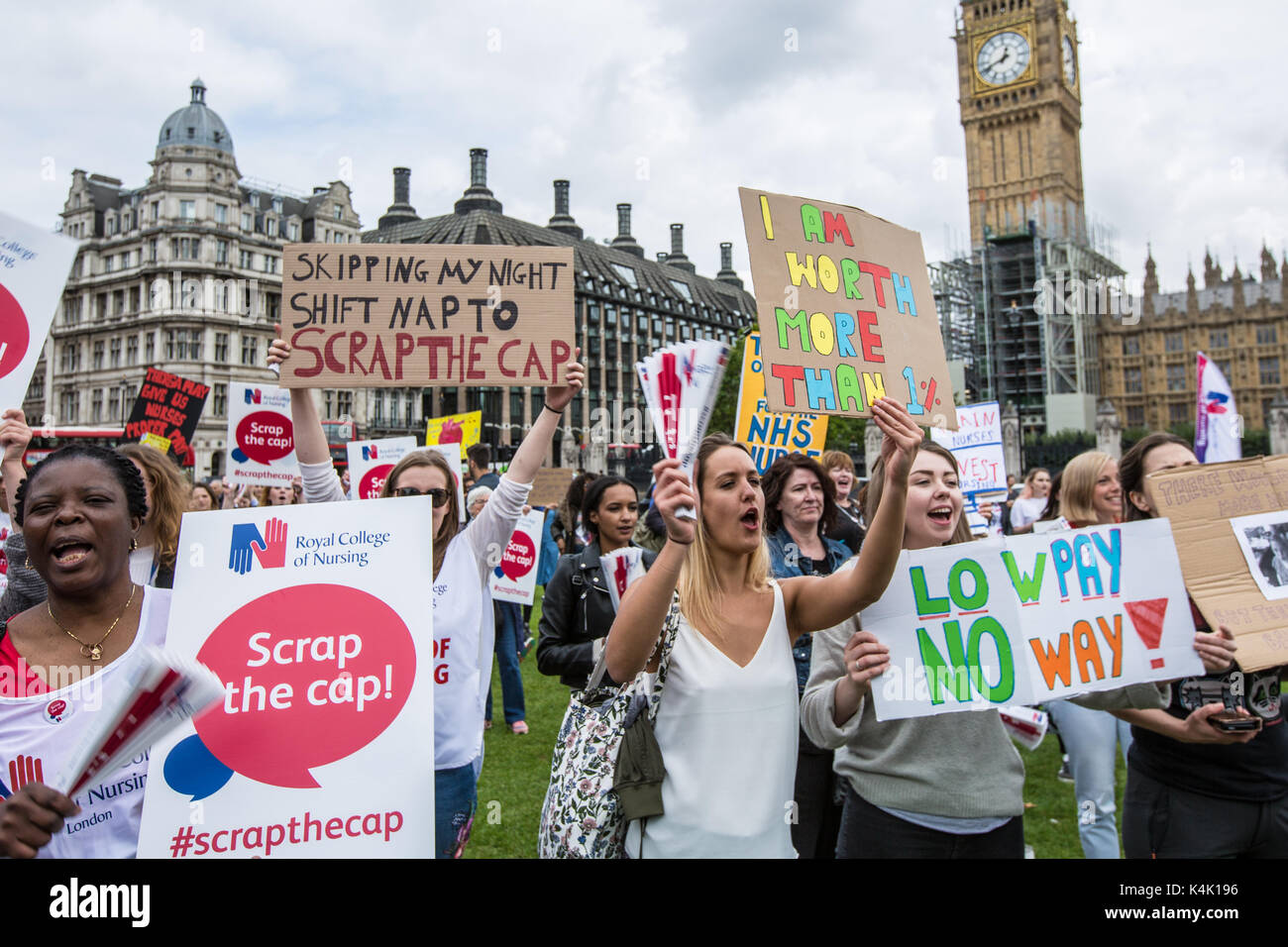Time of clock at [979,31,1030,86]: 12:41
